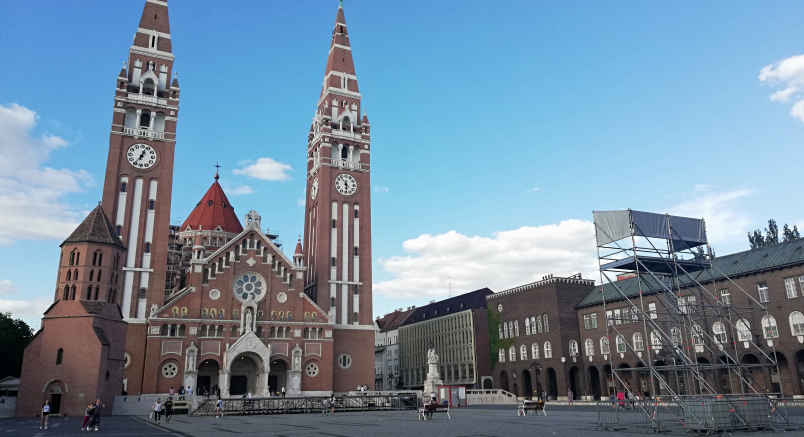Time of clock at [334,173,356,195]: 4:29
